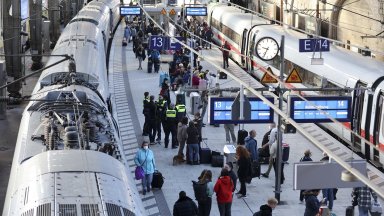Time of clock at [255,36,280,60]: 9:34
